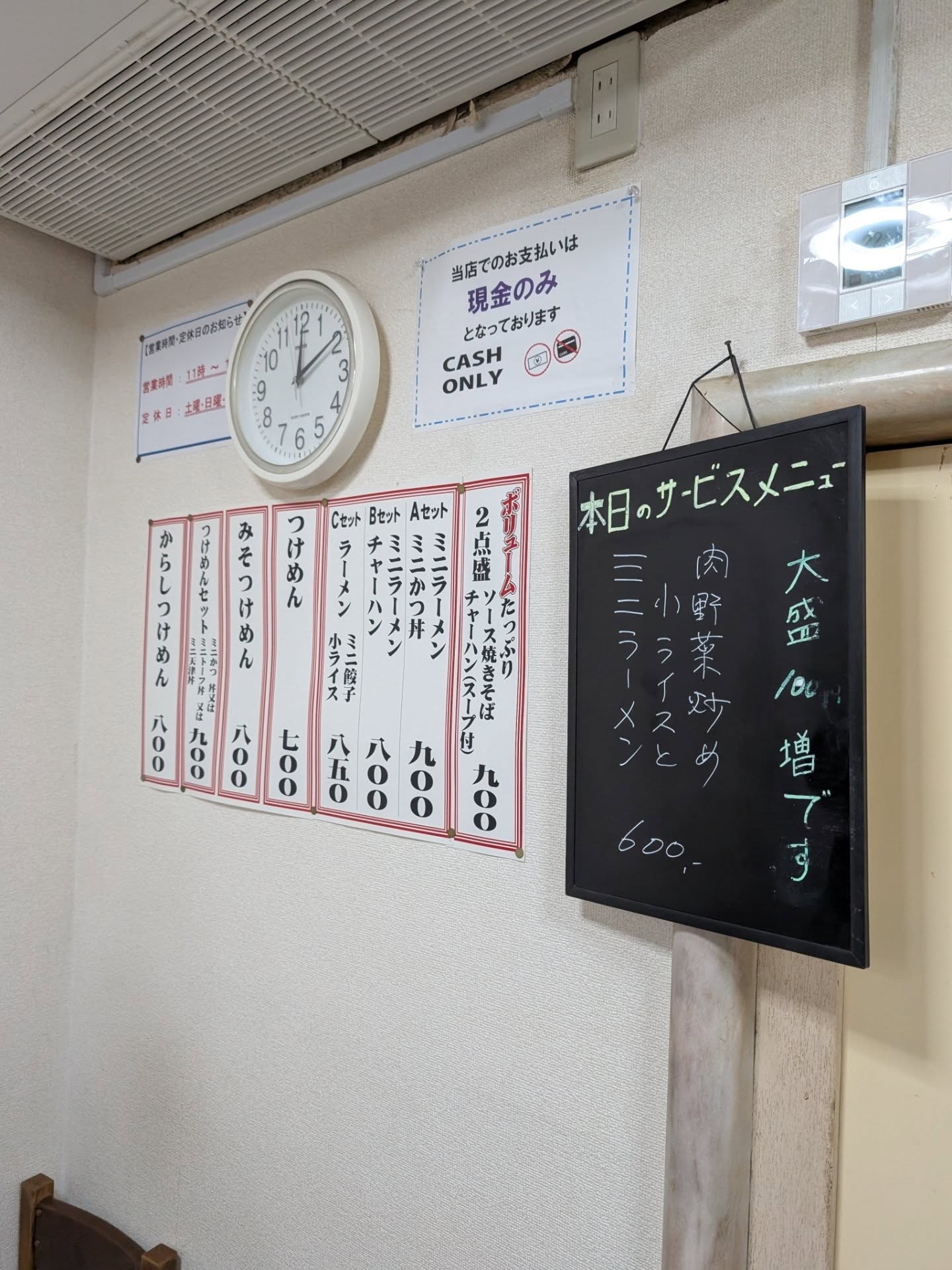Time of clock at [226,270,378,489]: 12:09
